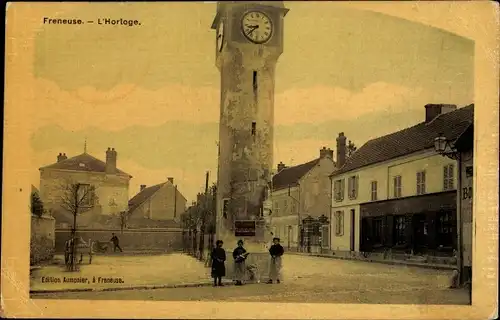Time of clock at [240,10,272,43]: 8:38
